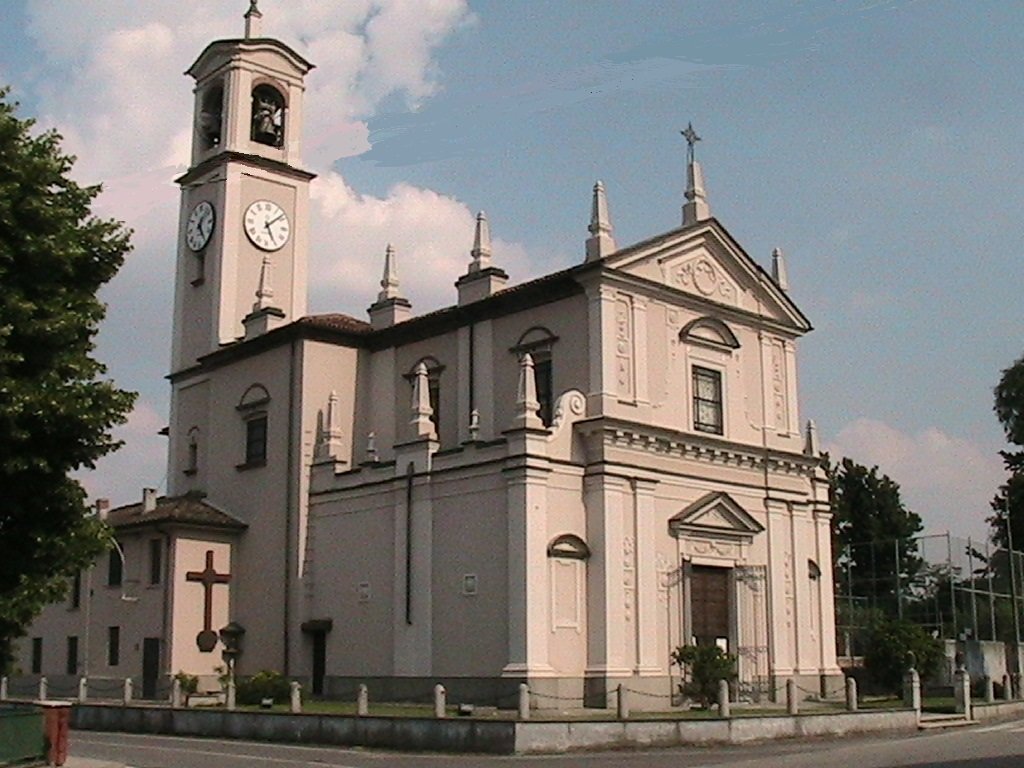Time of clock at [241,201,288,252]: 5:08
